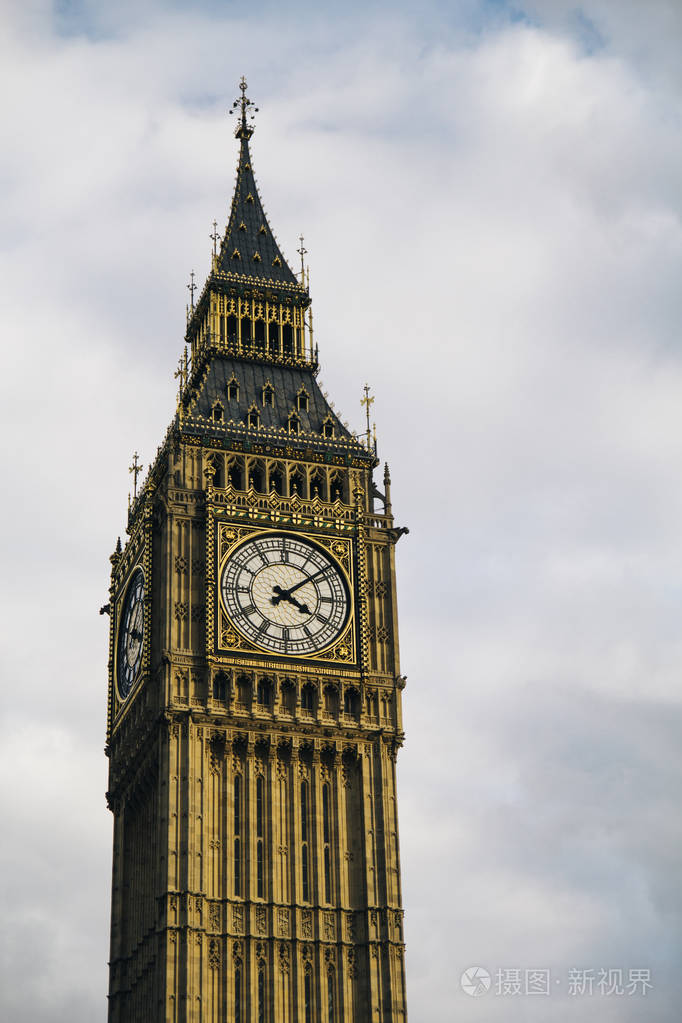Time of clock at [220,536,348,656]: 4:08
